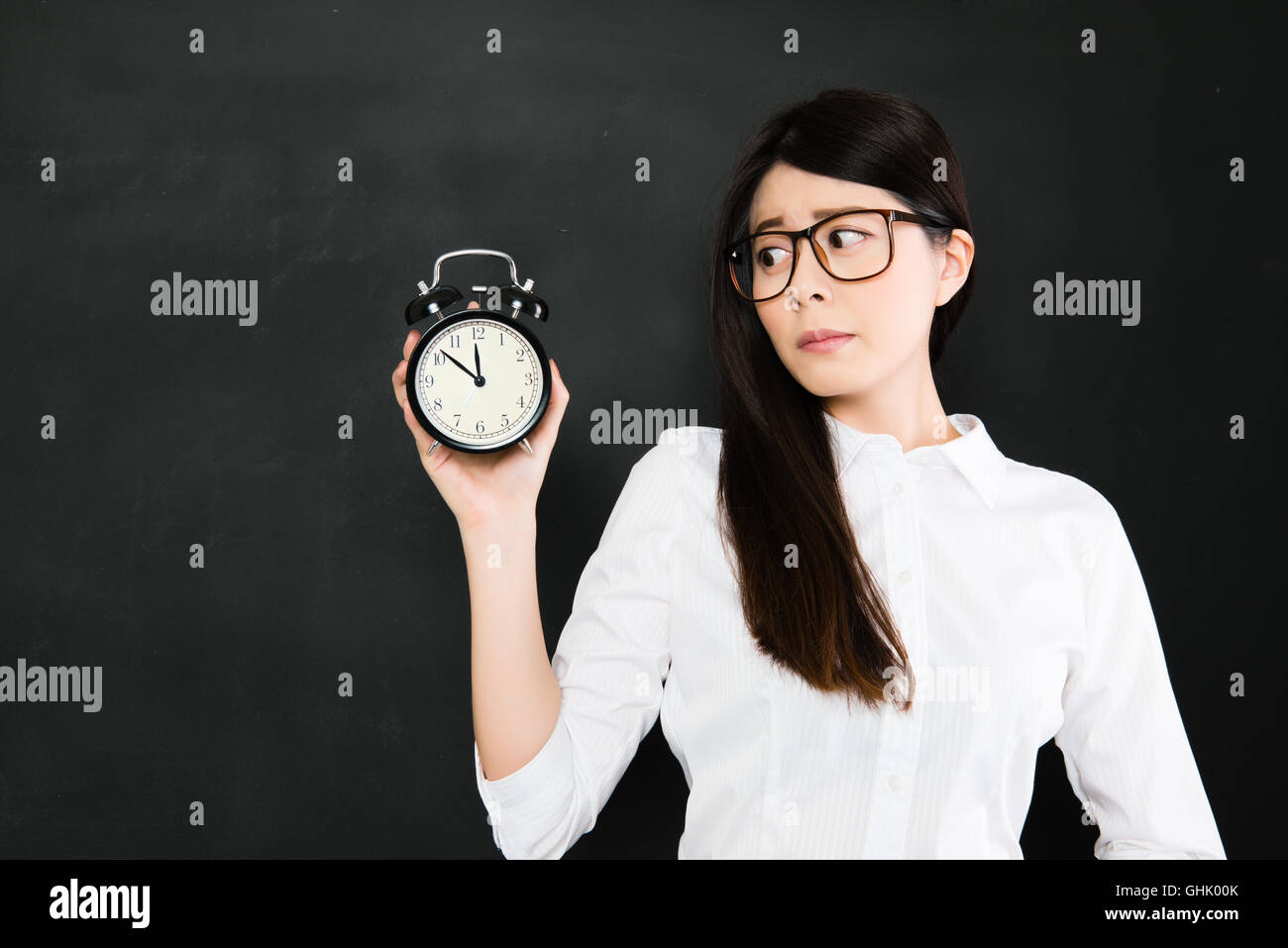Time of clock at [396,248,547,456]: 11:51
